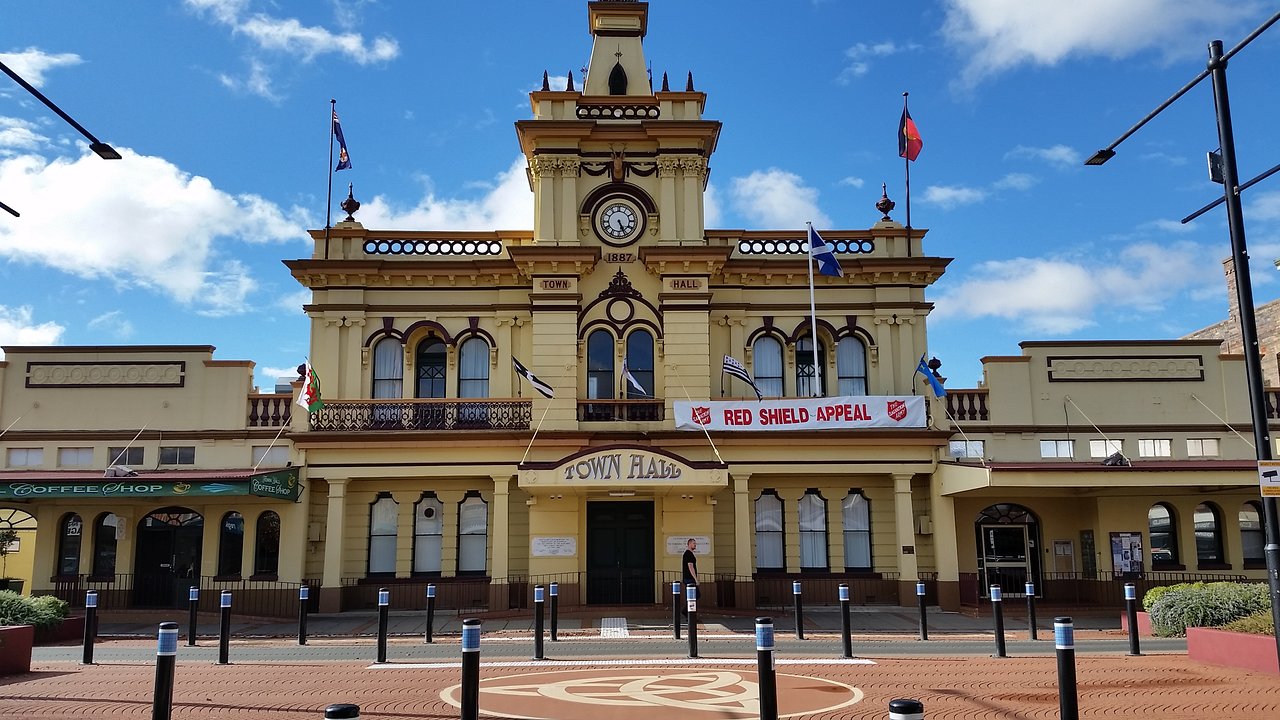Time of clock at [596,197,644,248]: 5:26
